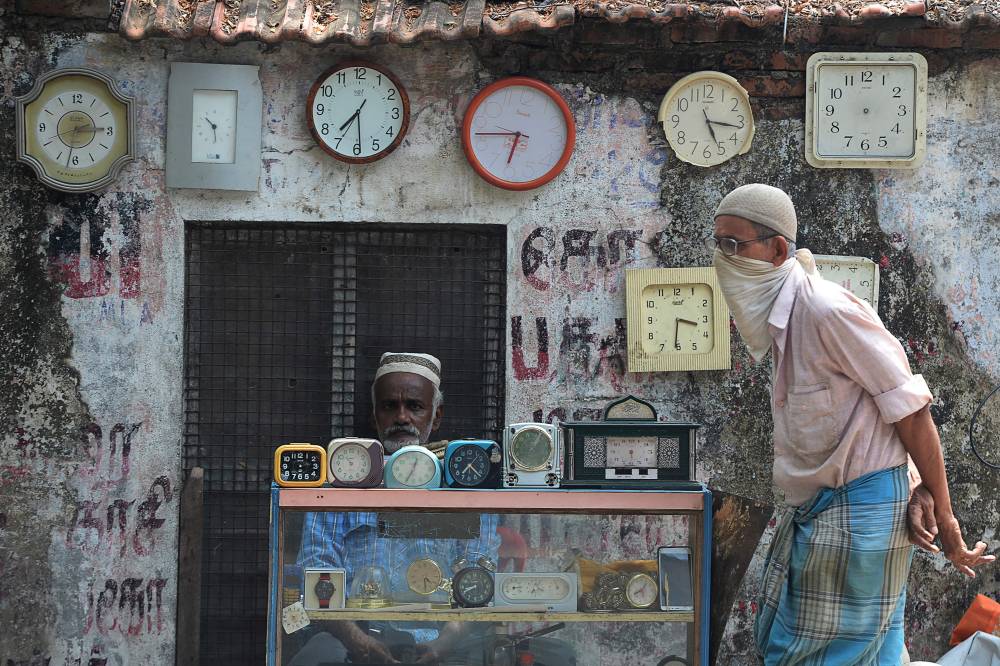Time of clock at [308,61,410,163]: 7:29
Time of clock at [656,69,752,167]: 5:16
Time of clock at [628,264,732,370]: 3:30
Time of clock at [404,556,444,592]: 4:29
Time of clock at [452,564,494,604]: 8:40
